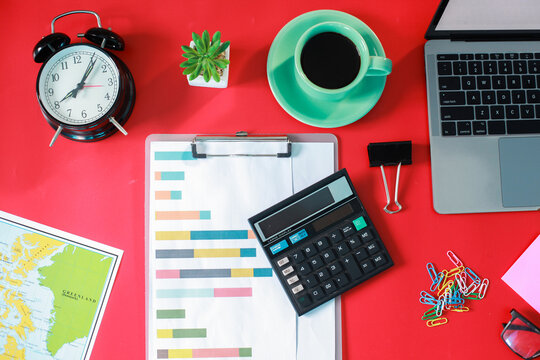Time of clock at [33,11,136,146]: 8:06
